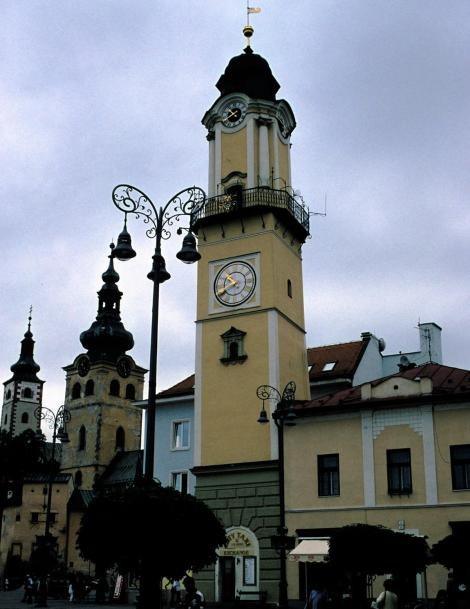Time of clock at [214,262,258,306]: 10:40
